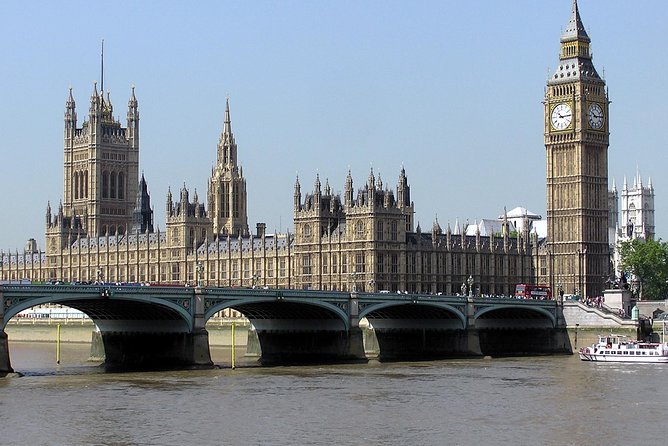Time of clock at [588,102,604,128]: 10:14
